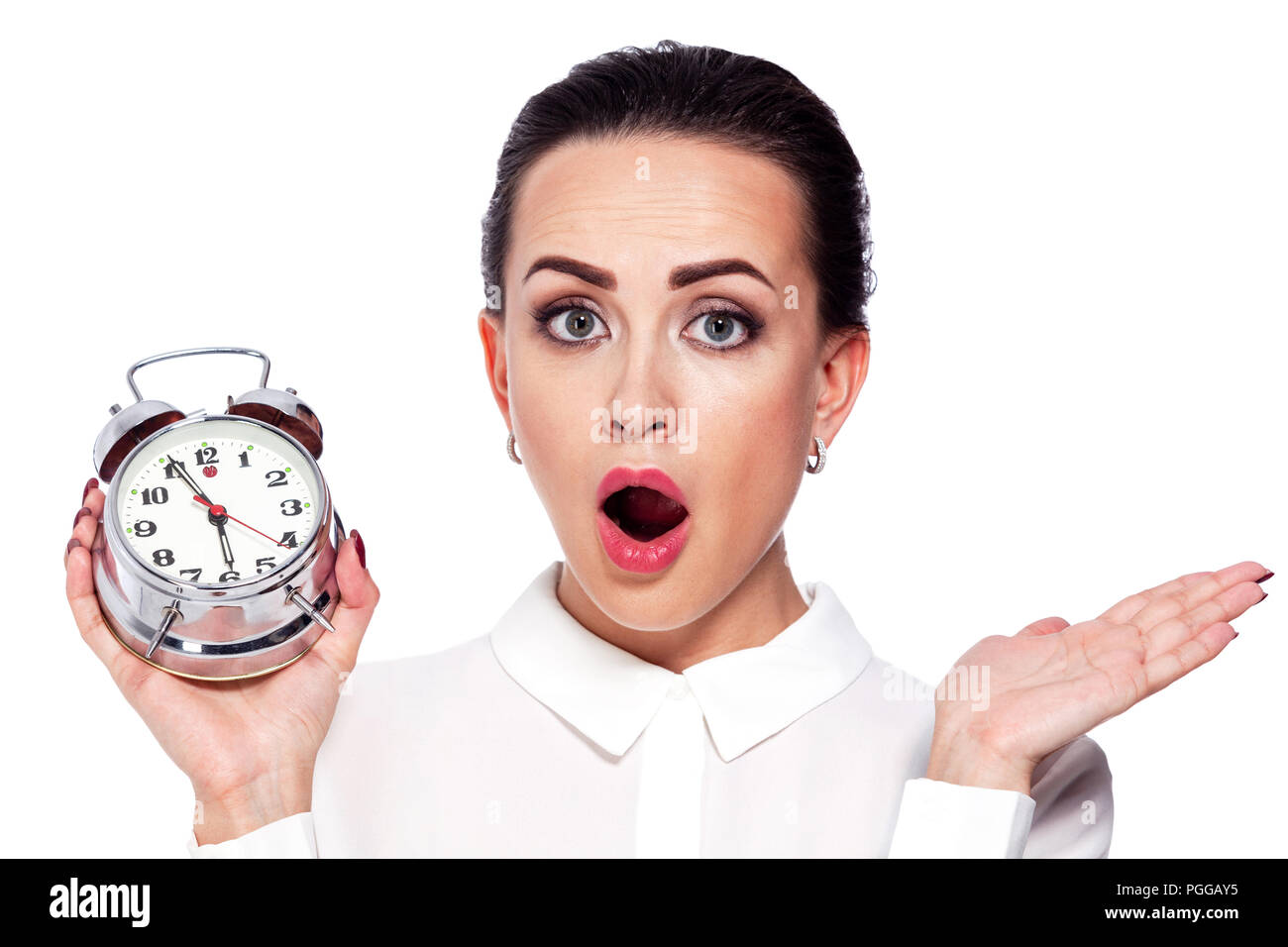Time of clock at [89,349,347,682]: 5:55
